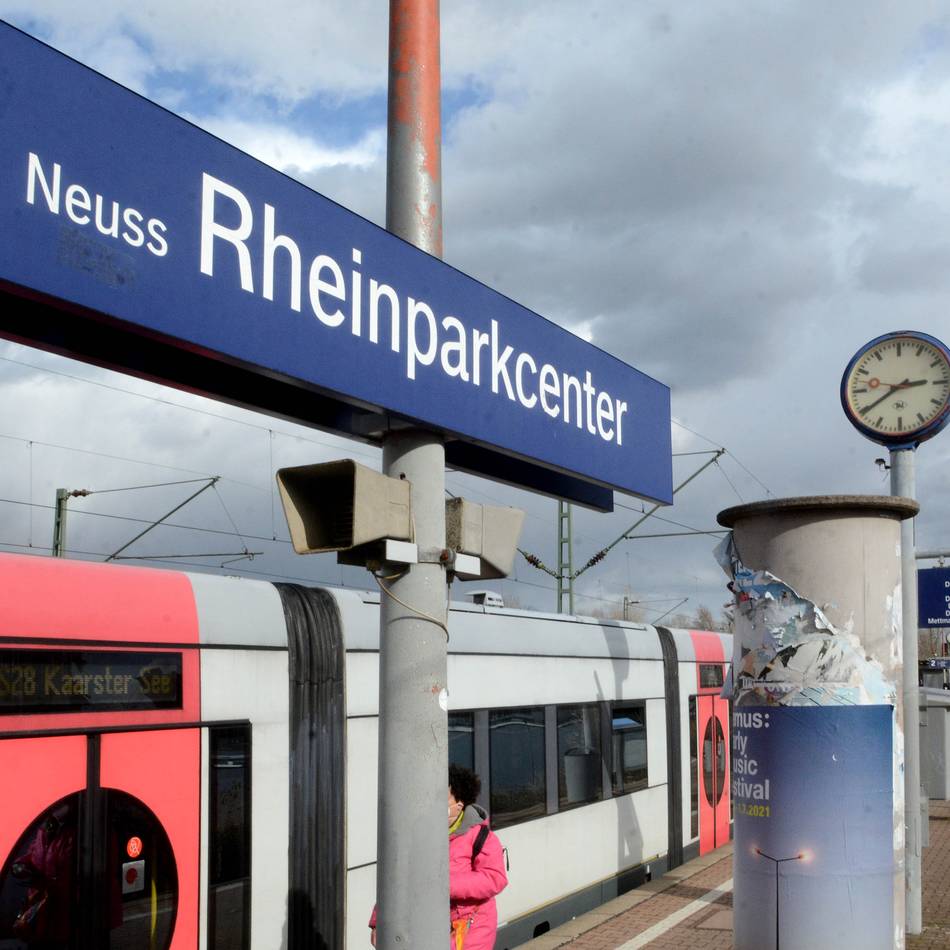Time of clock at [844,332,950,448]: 2:39
